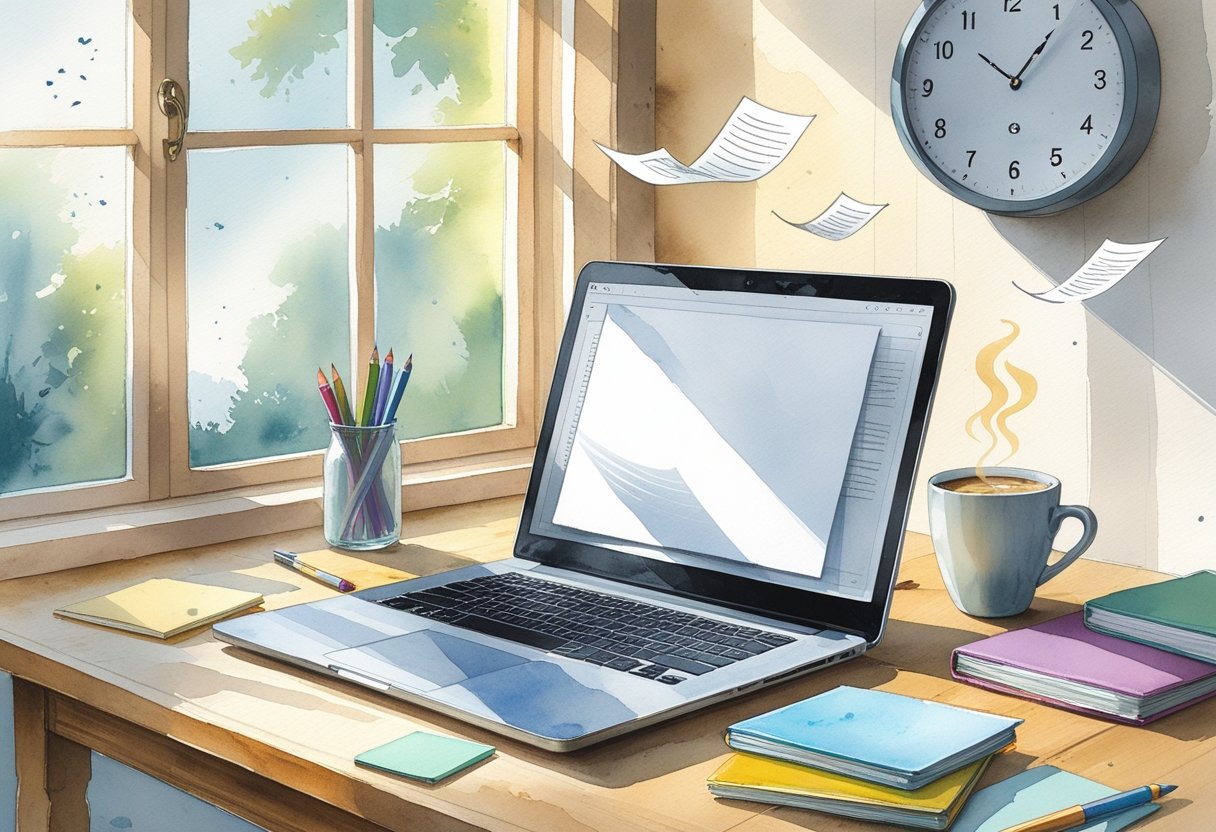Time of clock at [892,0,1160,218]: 10:06
